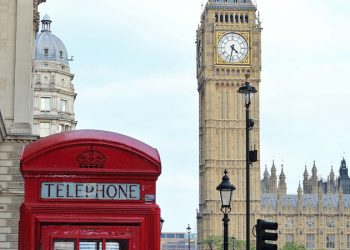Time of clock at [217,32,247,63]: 4:31
